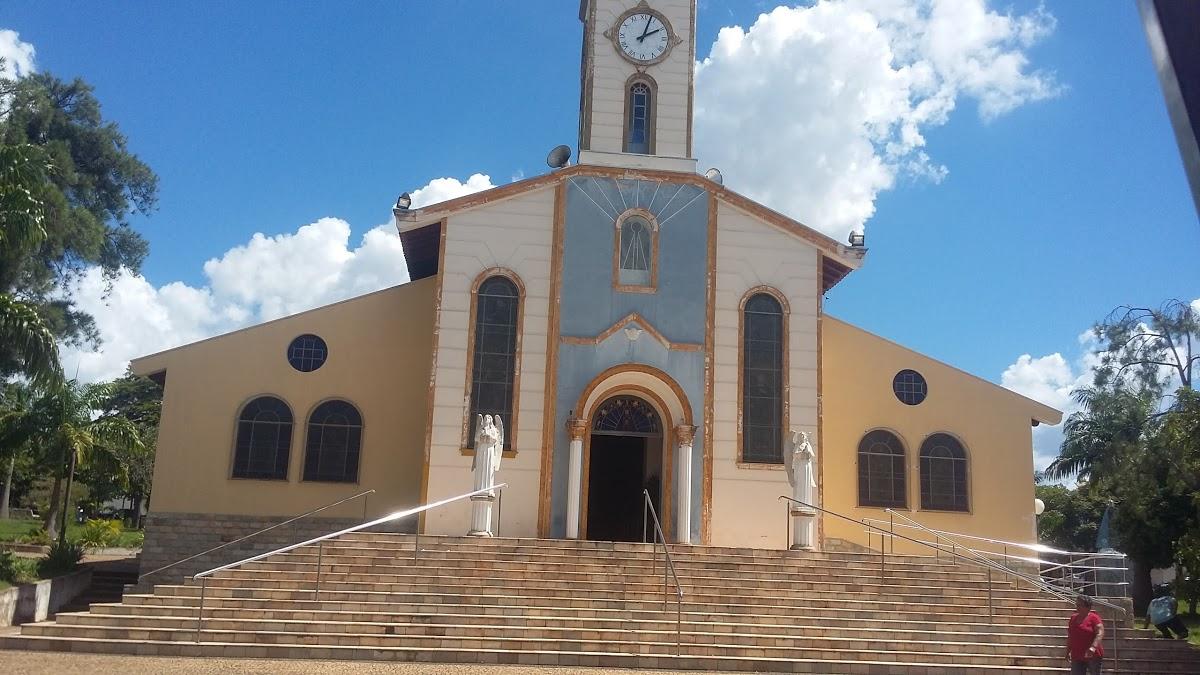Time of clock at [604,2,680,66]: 2:03
